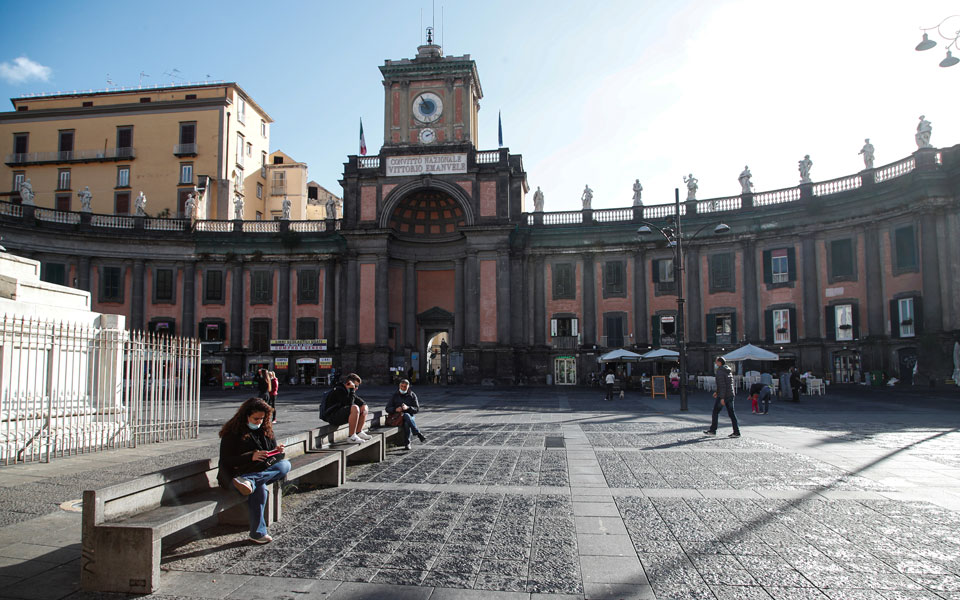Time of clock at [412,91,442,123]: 8:54
